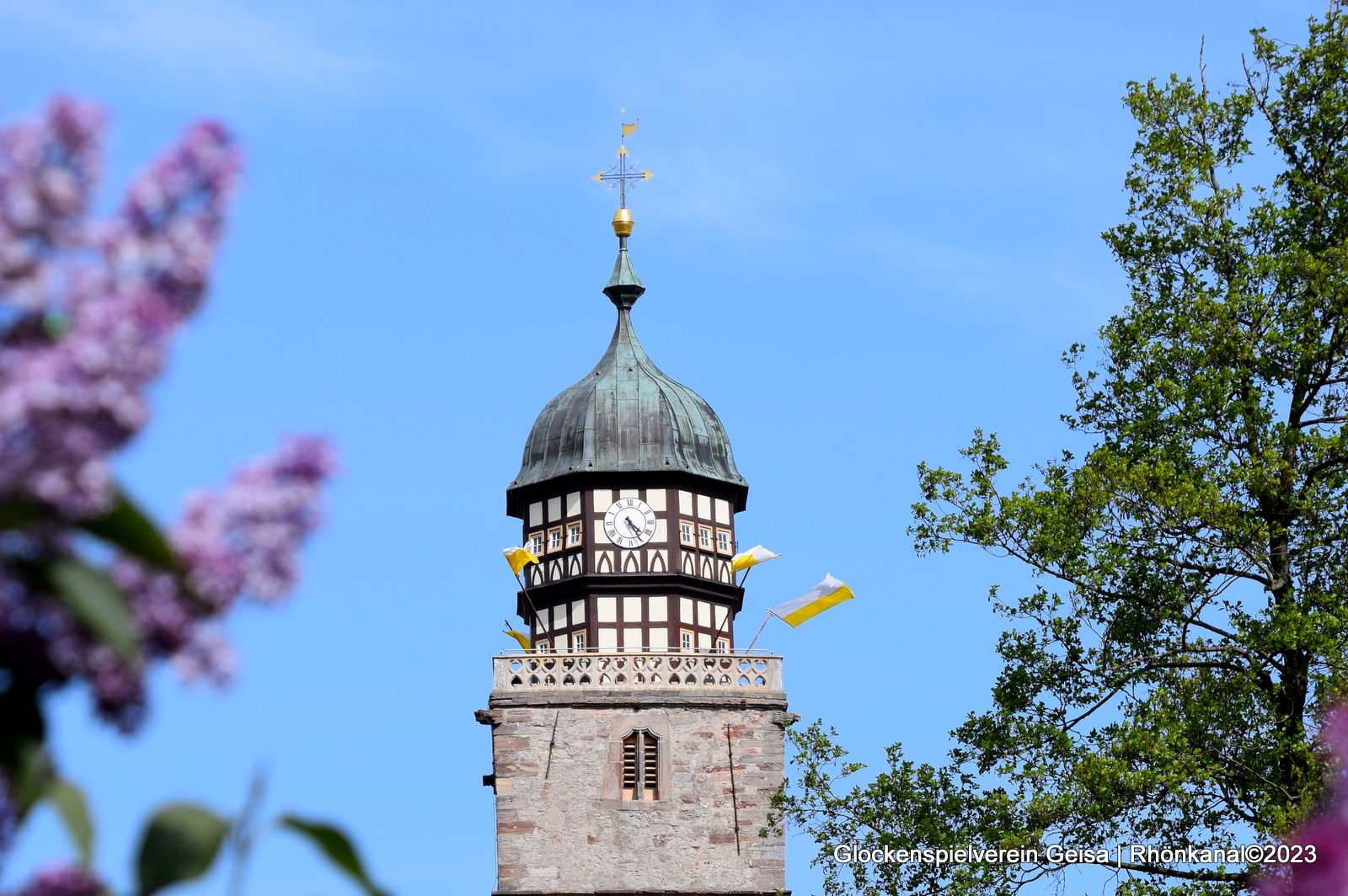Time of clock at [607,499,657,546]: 4:25
